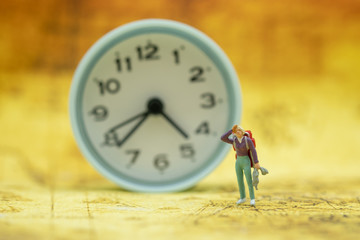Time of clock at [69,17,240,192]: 4:38
